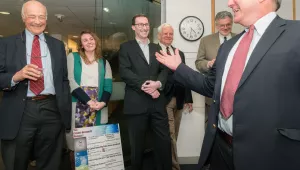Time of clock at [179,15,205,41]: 4:31
